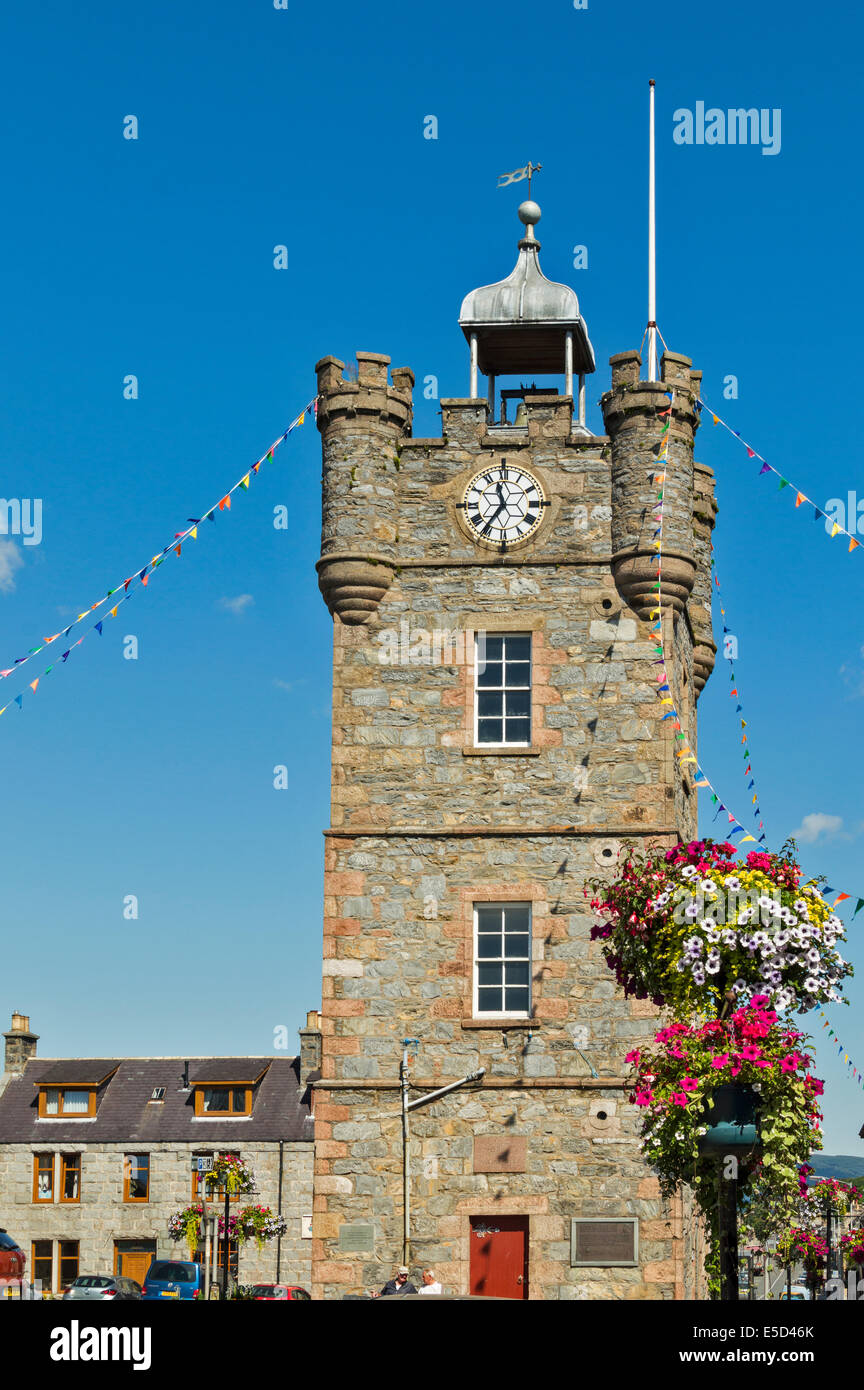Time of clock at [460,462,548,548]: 11:35
